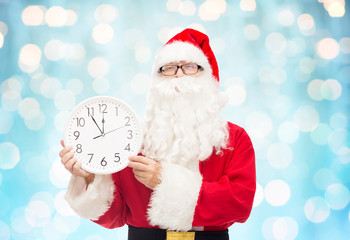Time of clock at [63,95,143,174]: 11:54
